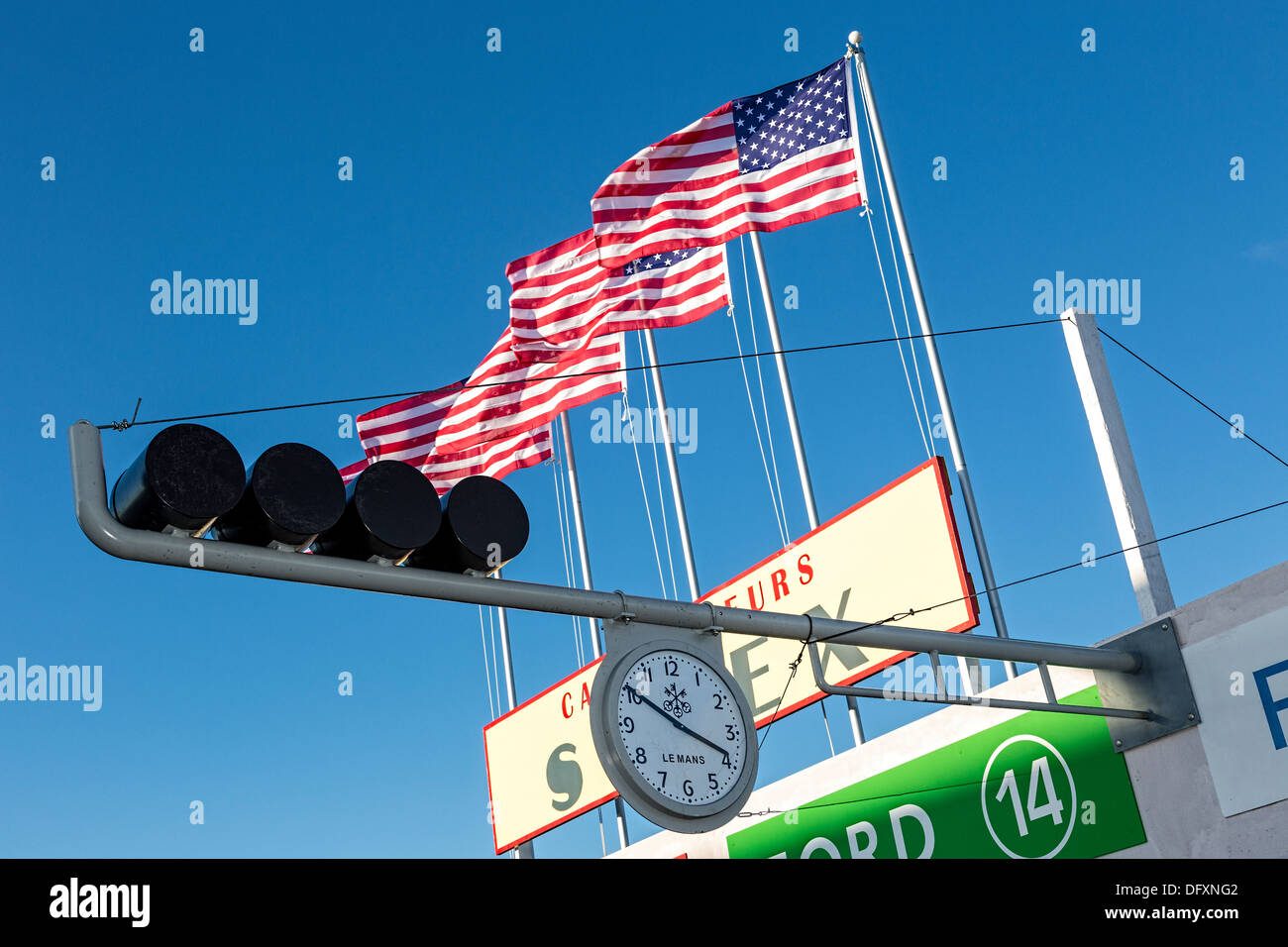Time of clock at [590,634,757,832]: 3:50
